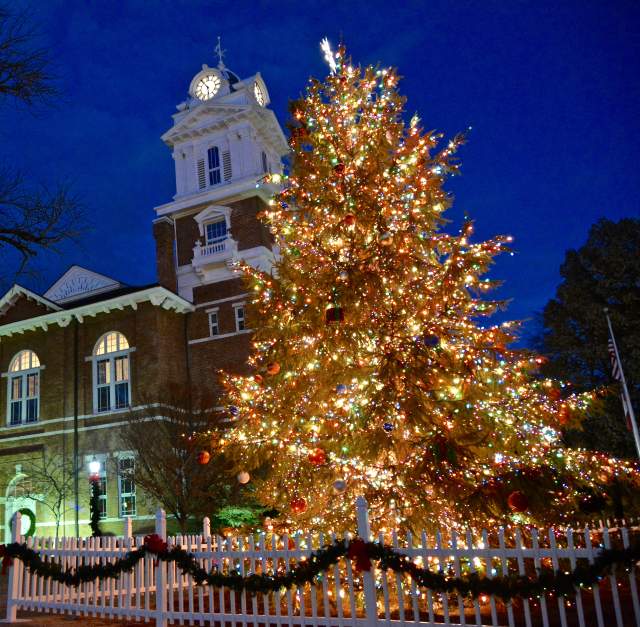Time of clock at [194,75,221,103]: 5:54
